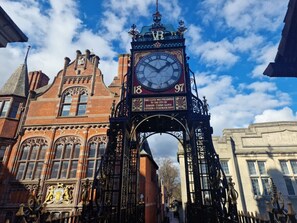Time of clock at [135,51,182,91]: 1:51
